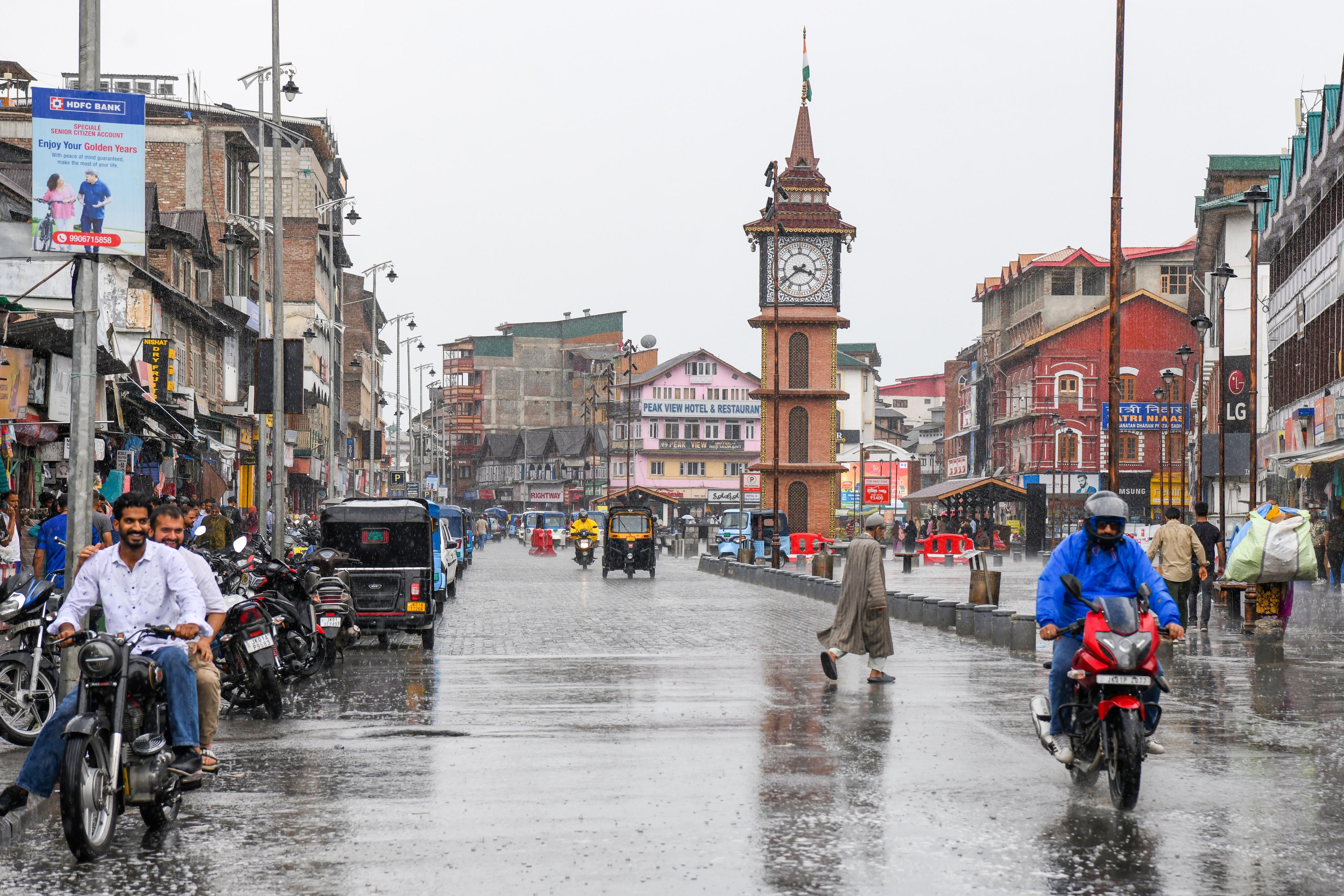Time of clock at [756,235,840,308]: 3:39
